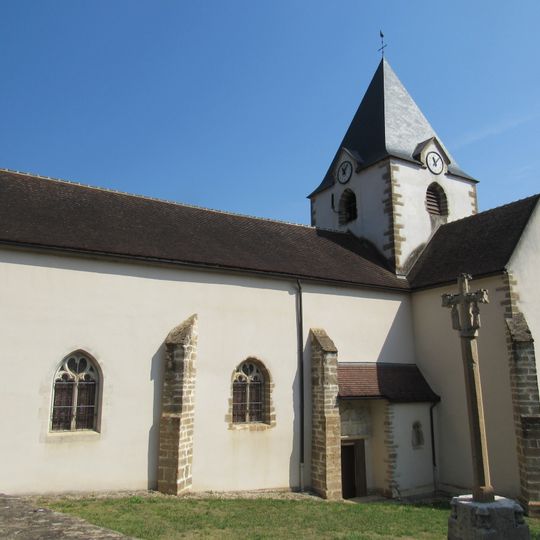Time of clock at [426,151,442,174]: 11:07
